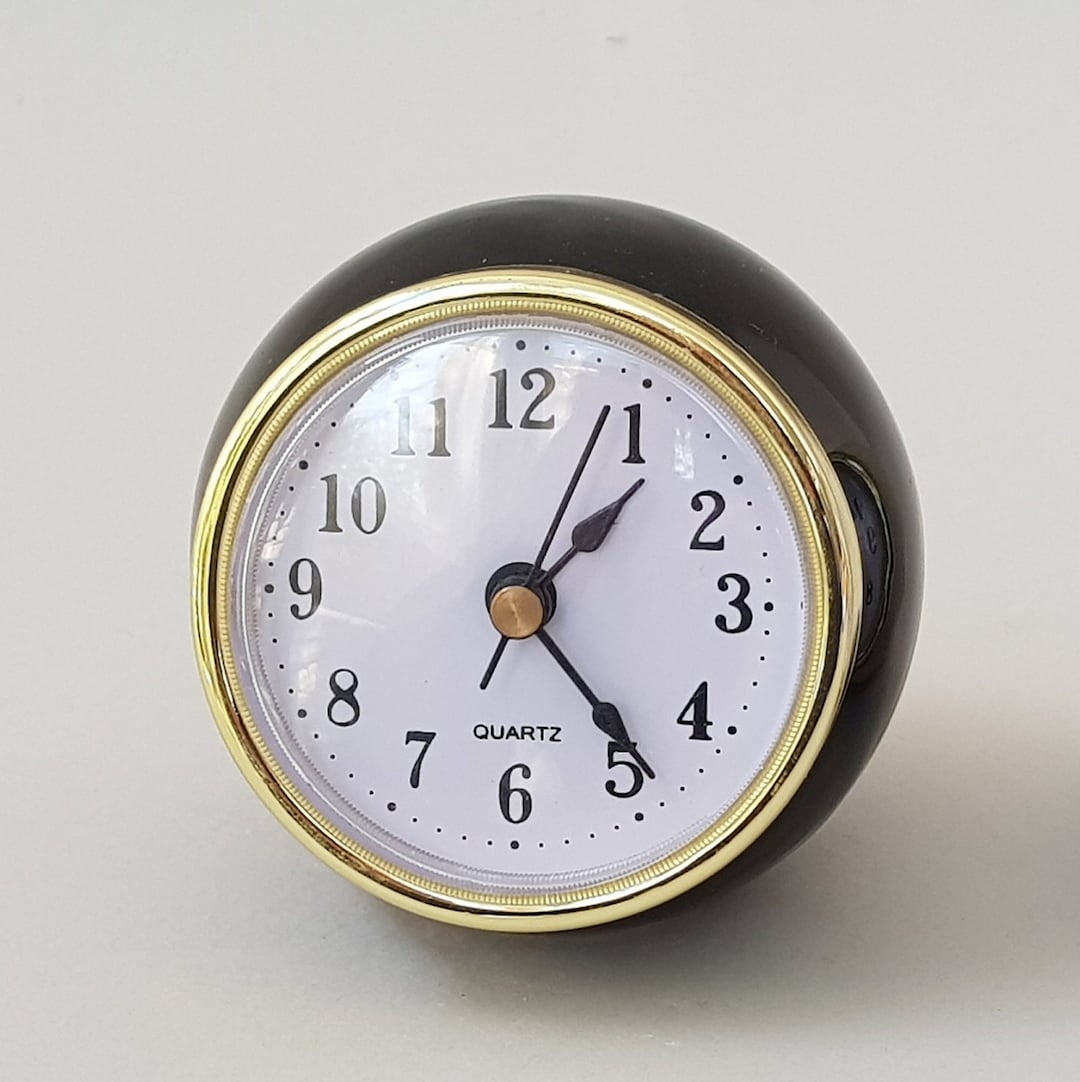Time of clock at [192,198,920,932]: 1:23
